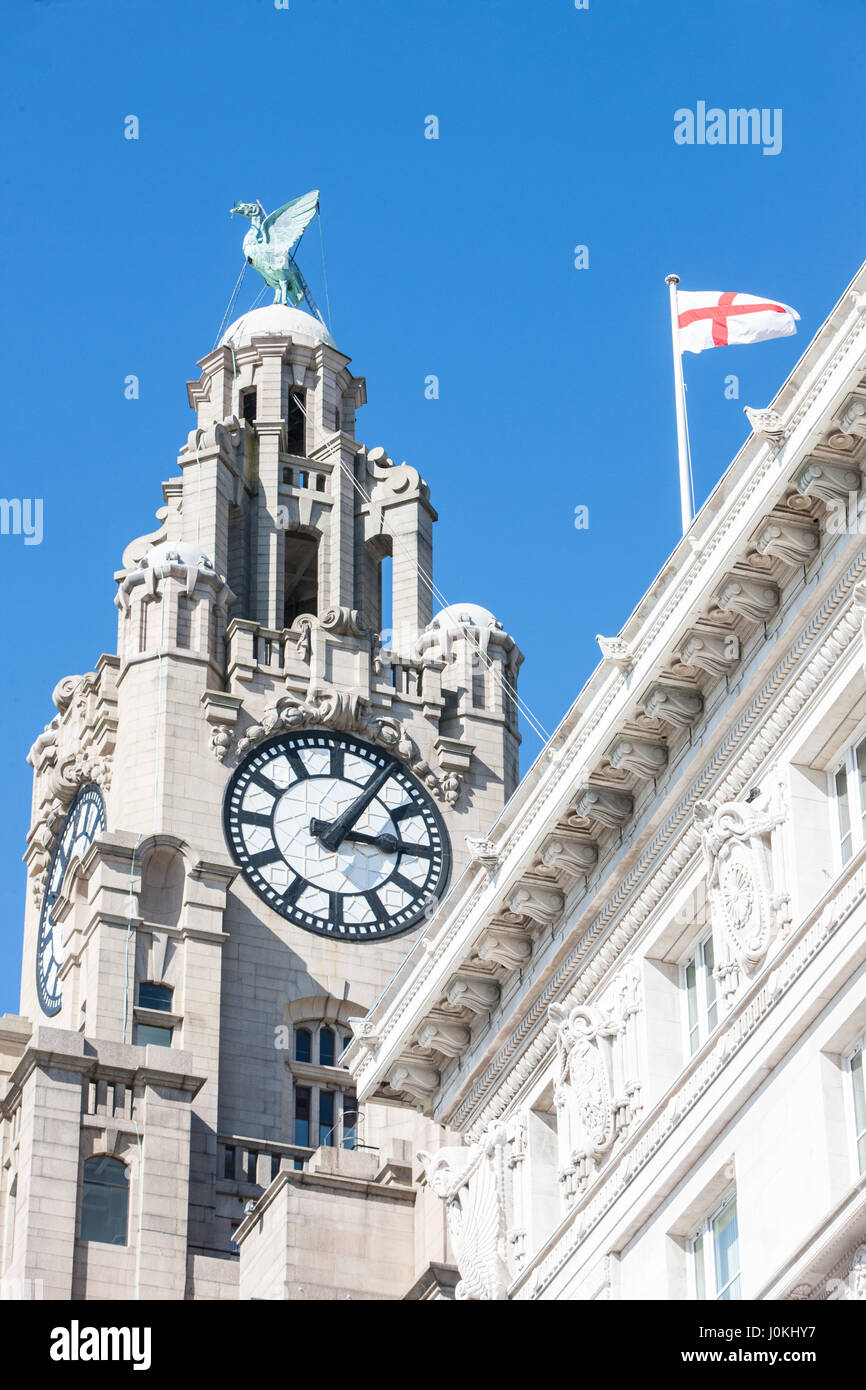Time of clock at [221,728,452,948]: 3:05
